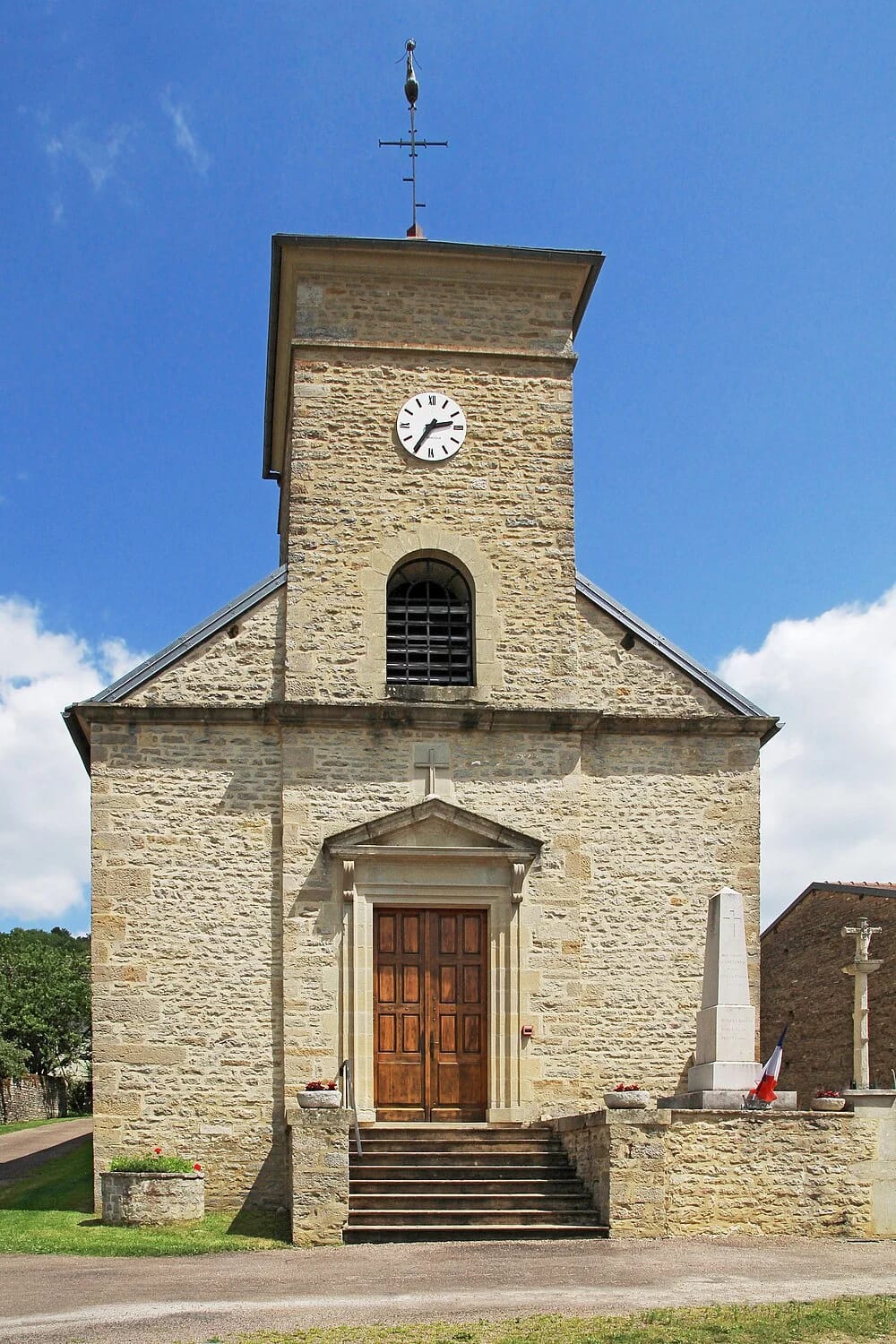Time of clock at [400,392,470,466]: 2:35
